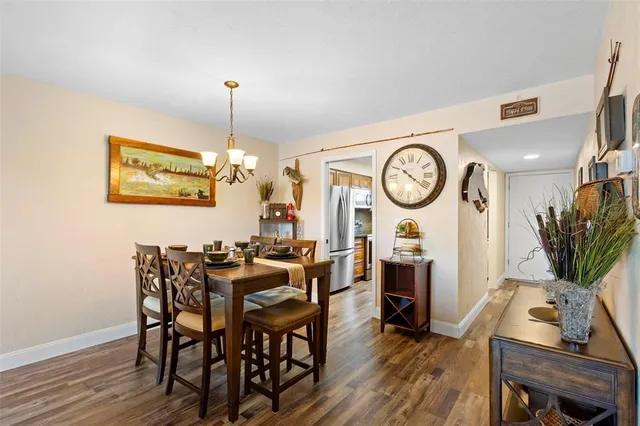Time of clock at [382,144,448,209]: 10:21
